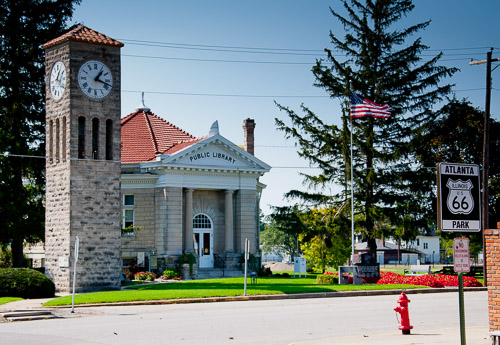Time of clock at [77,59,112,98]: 1:18
